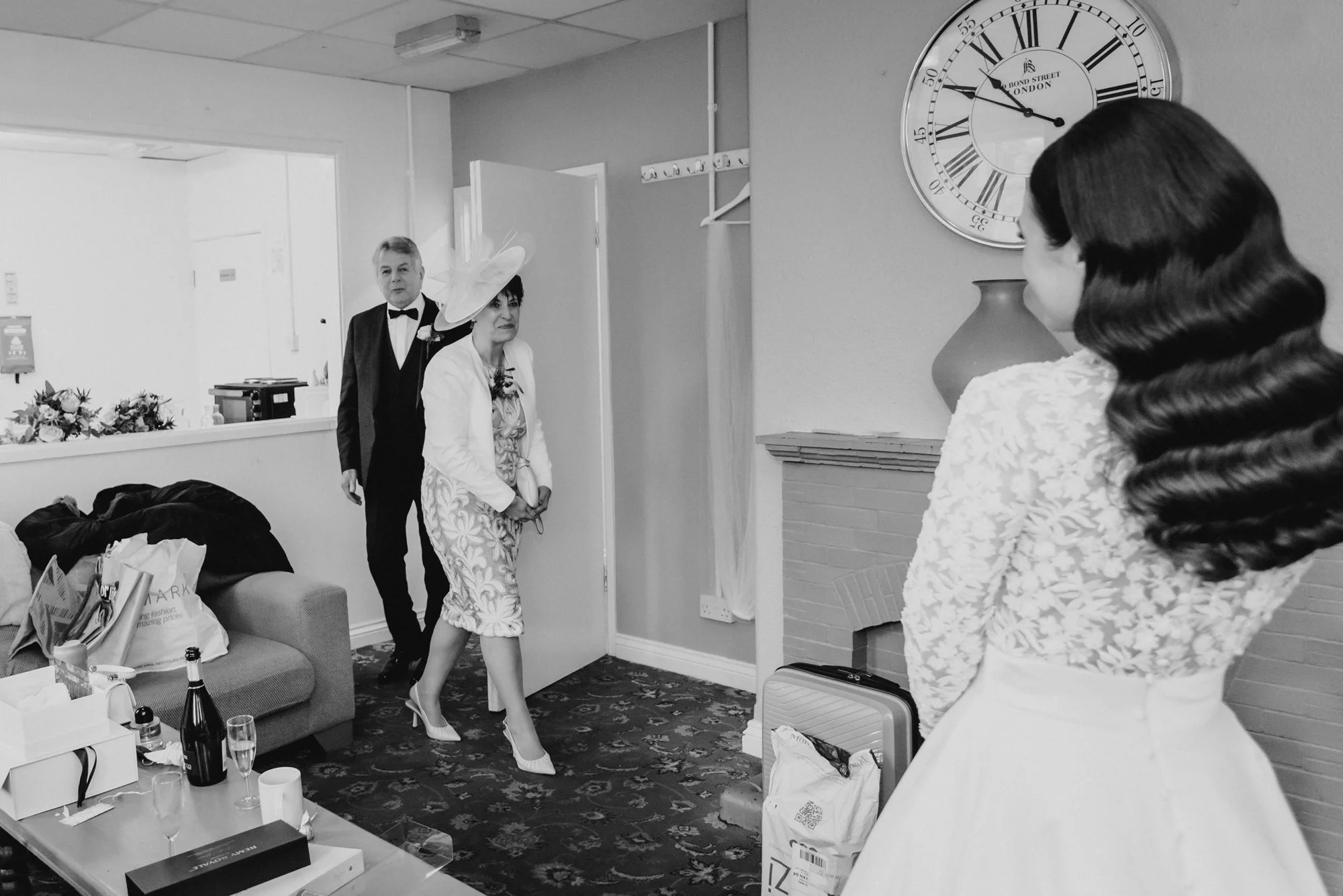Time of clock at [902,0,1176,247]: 10:49
